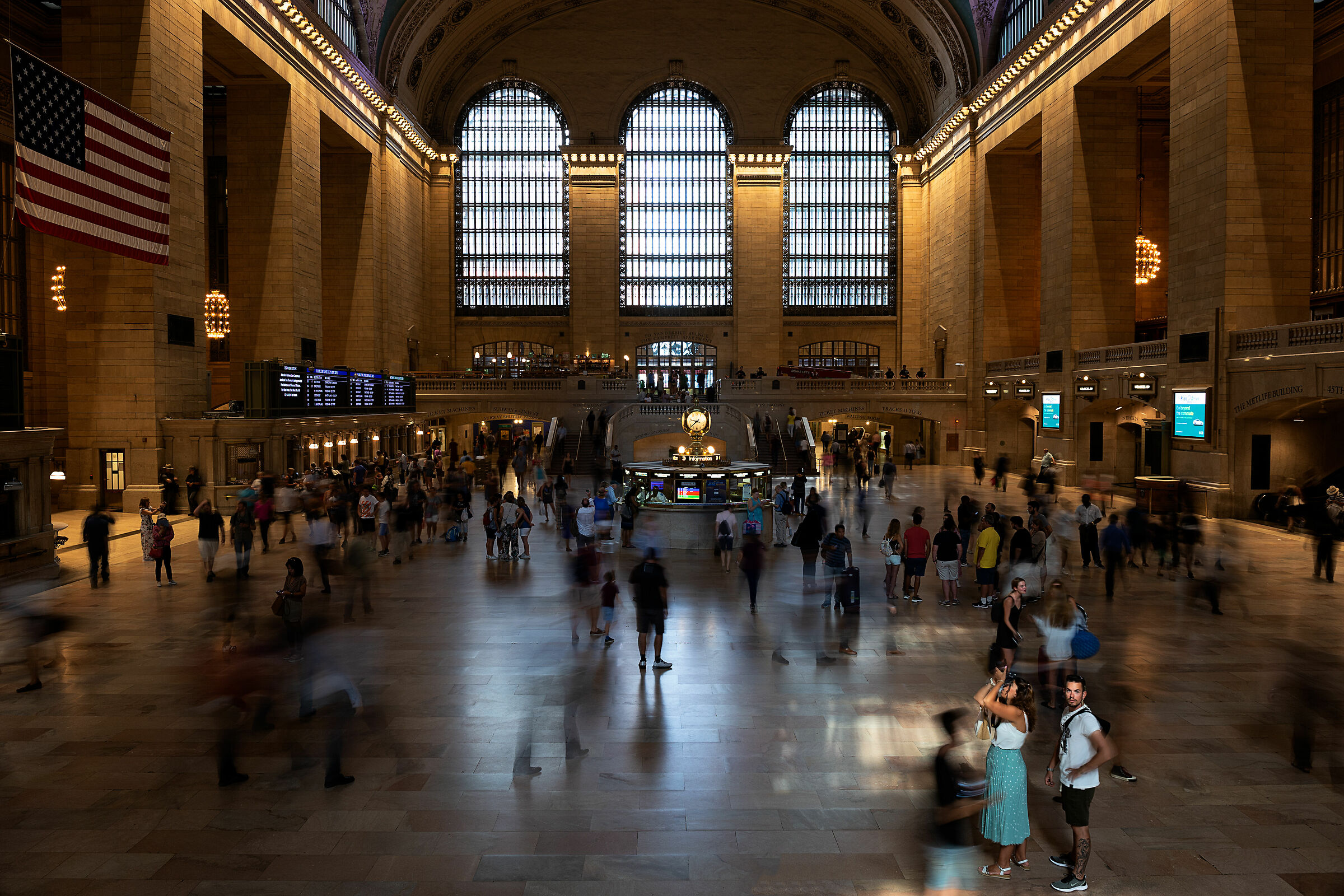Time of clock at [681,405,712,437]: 9:38
